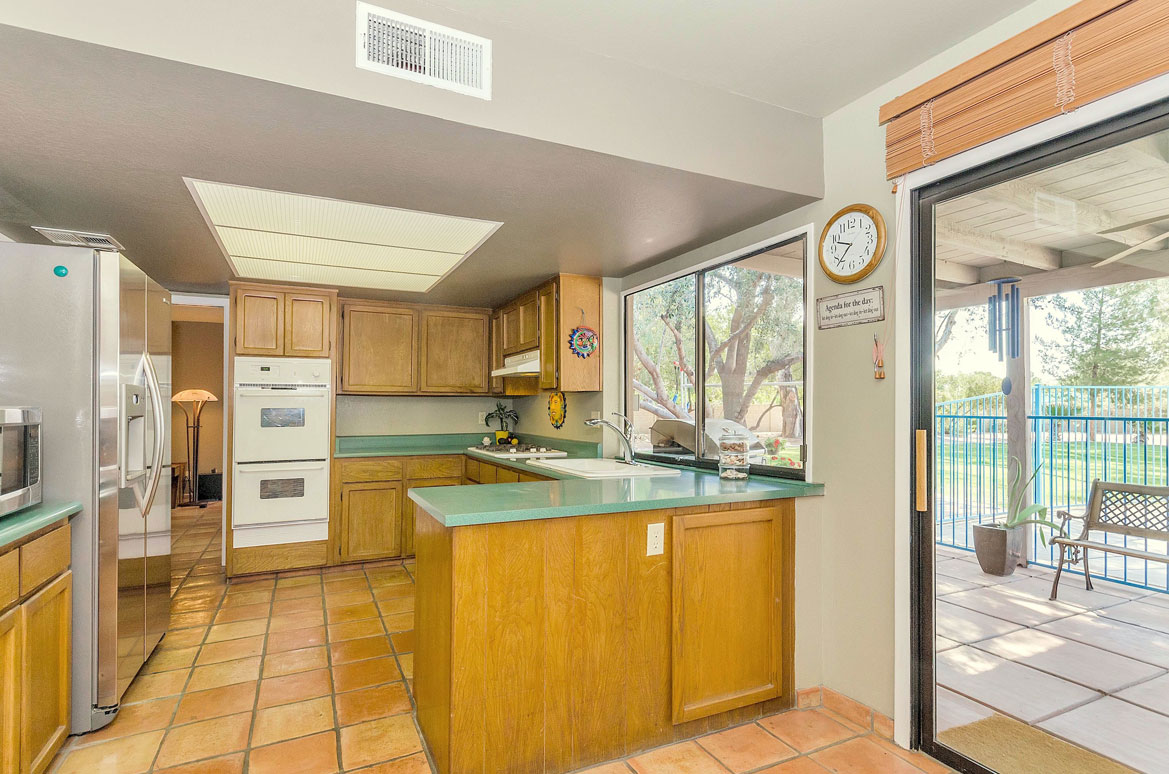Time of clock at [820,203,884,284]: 9:37
